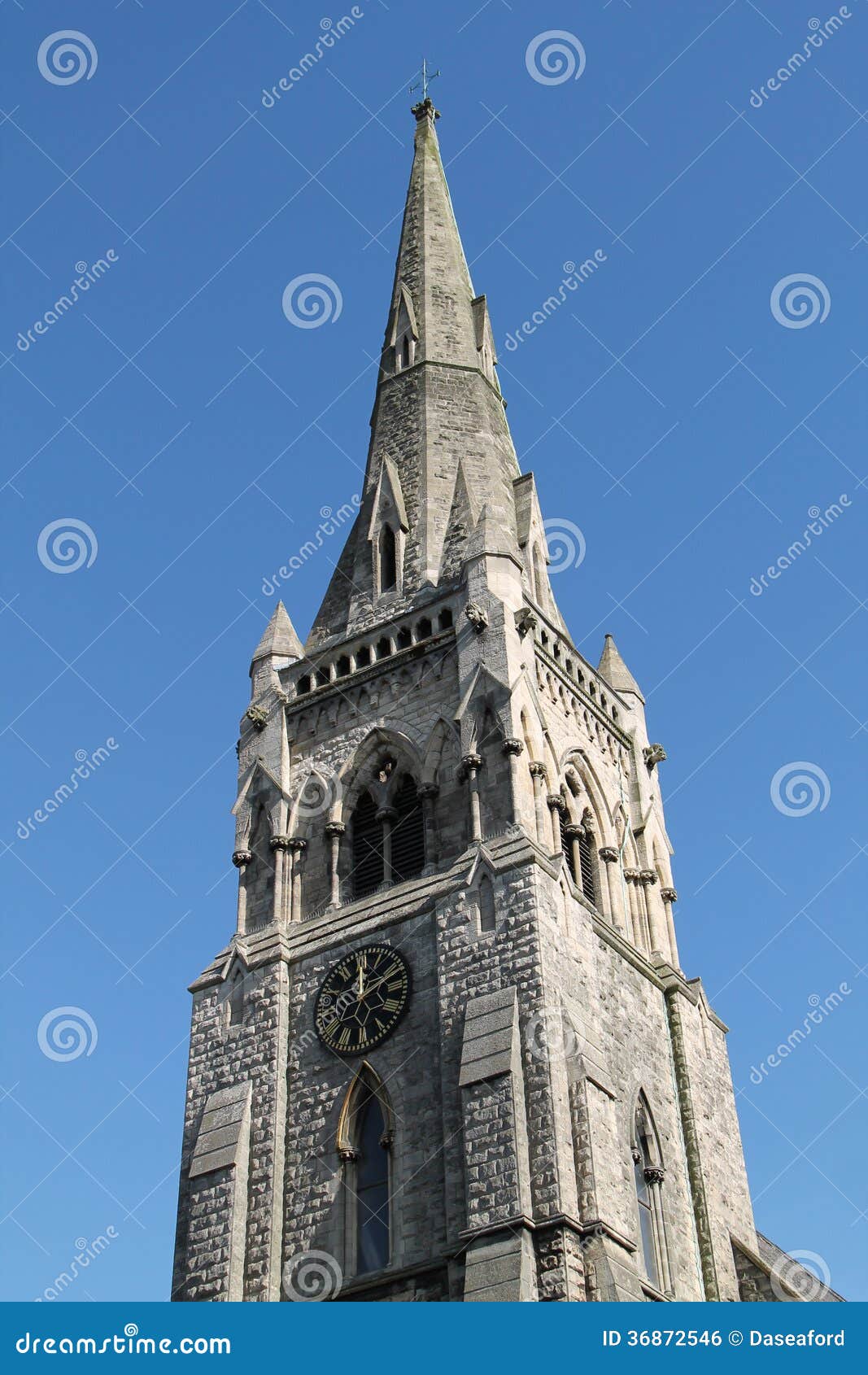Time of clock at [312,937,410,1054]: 12:11
